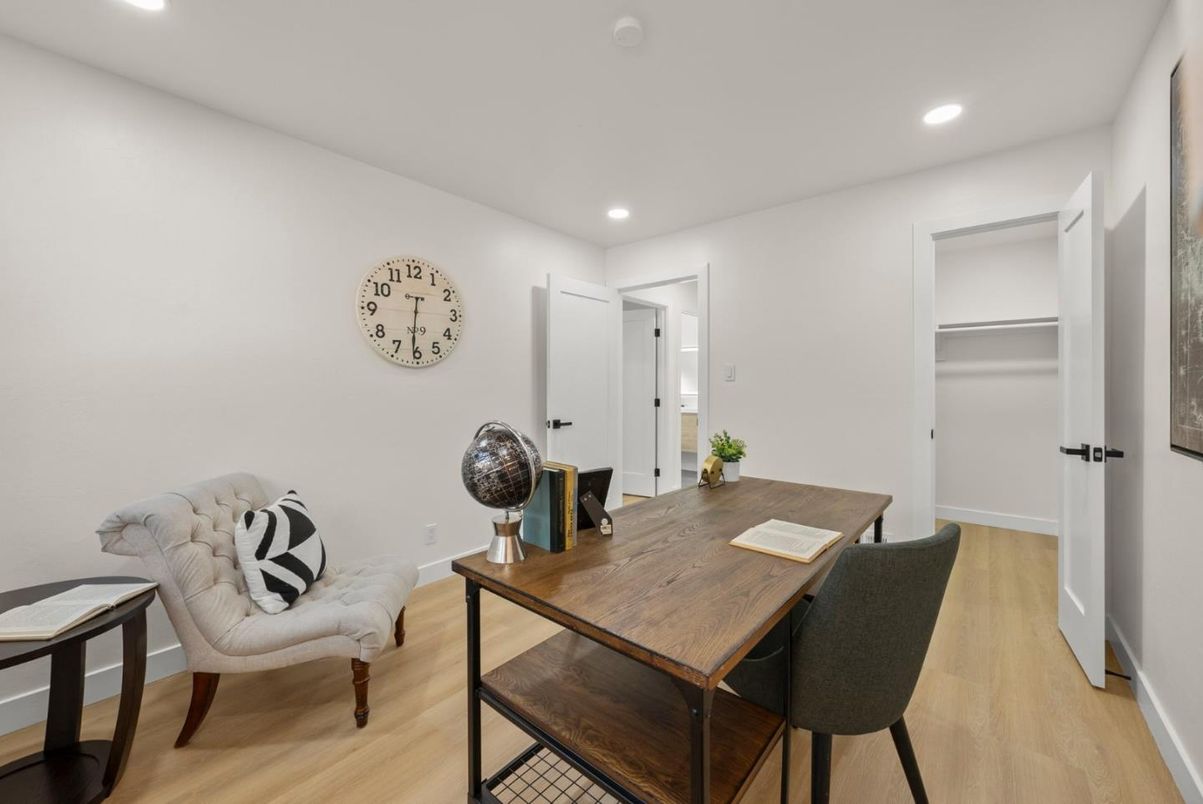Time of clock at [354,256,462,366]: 6:31
